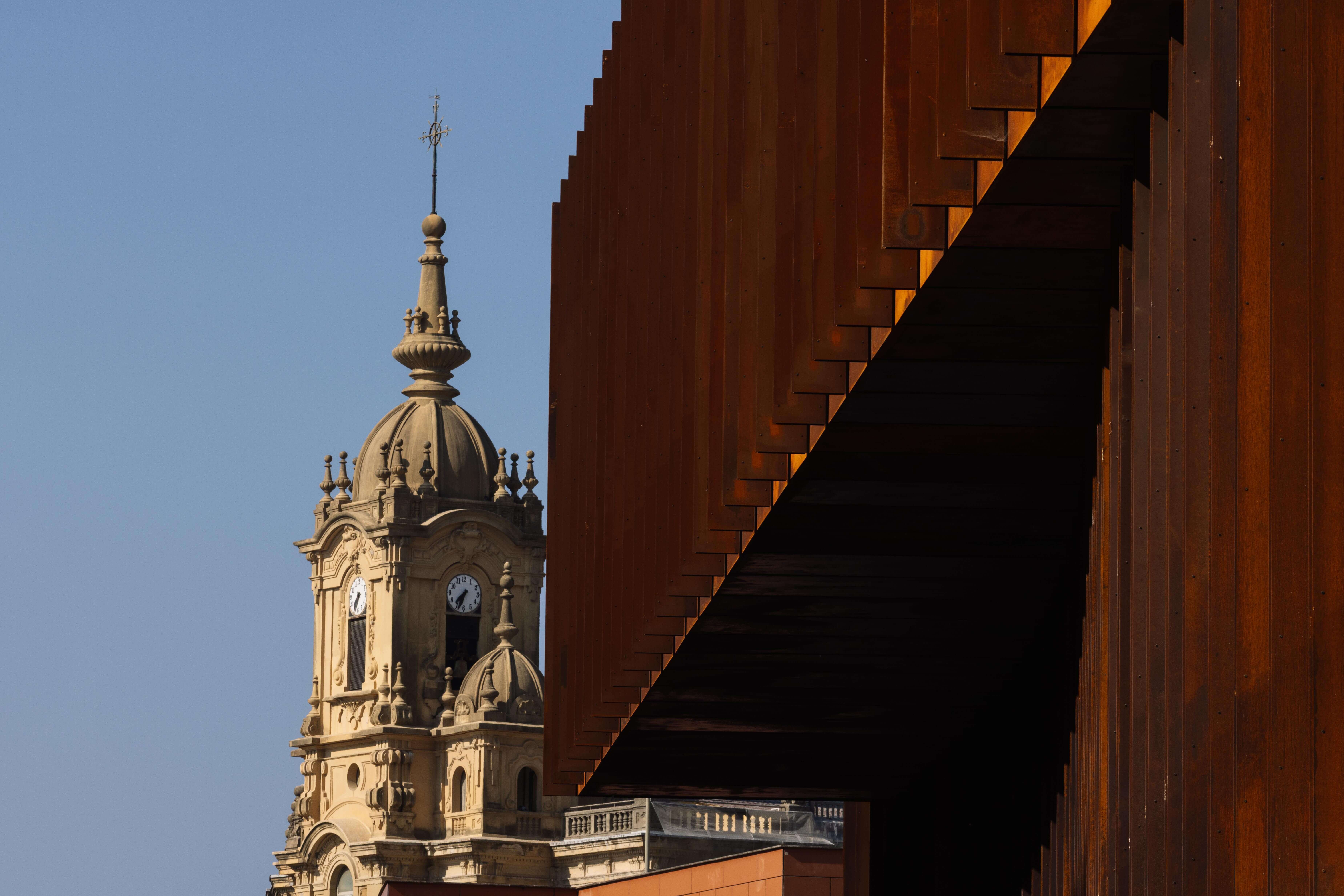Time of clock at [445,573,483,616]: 7:33
